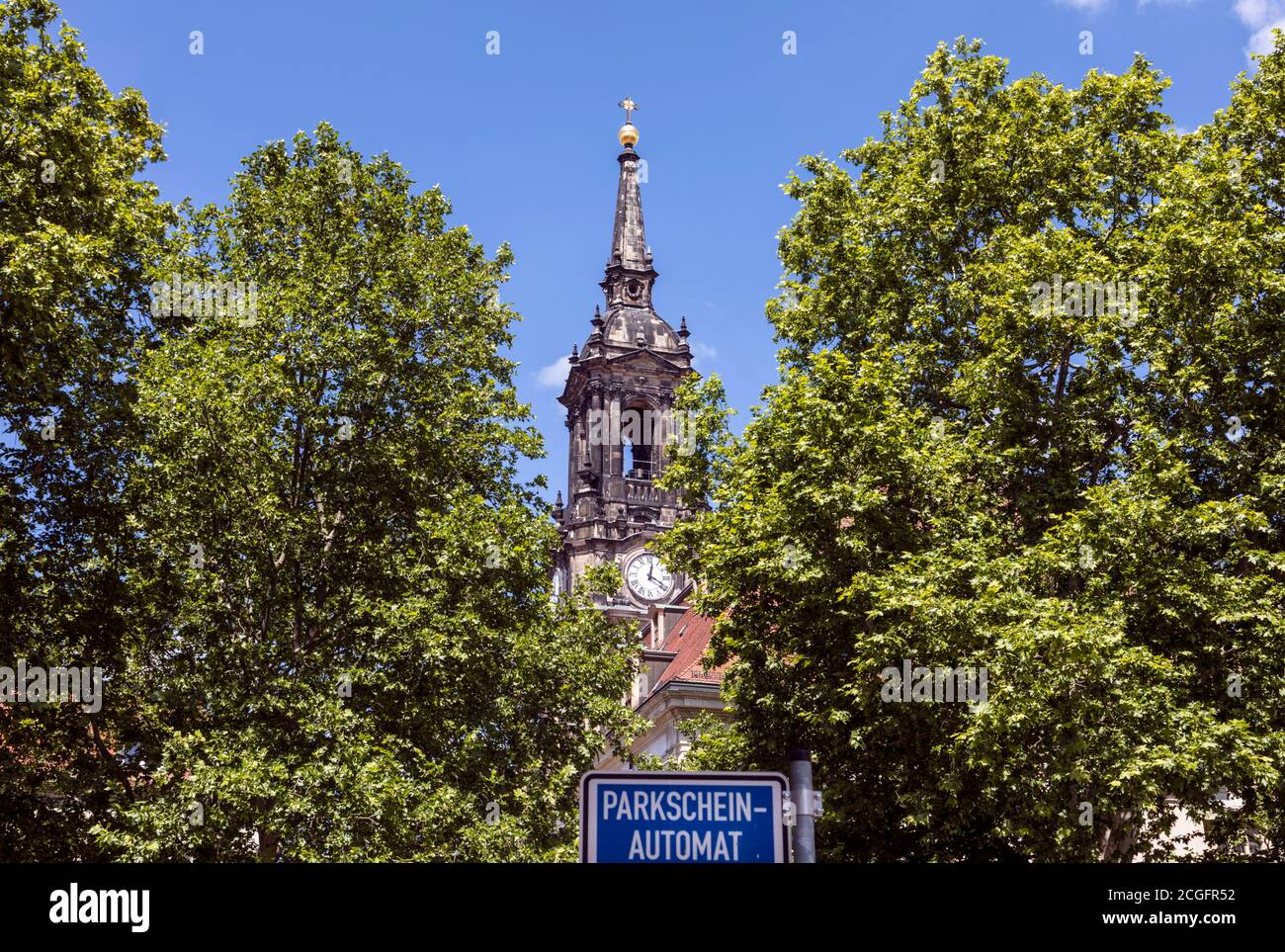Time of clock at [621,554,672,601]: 12:19
